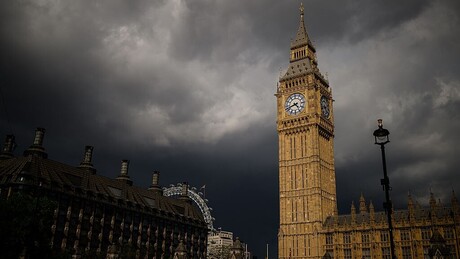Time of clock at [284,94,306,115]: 4:41
